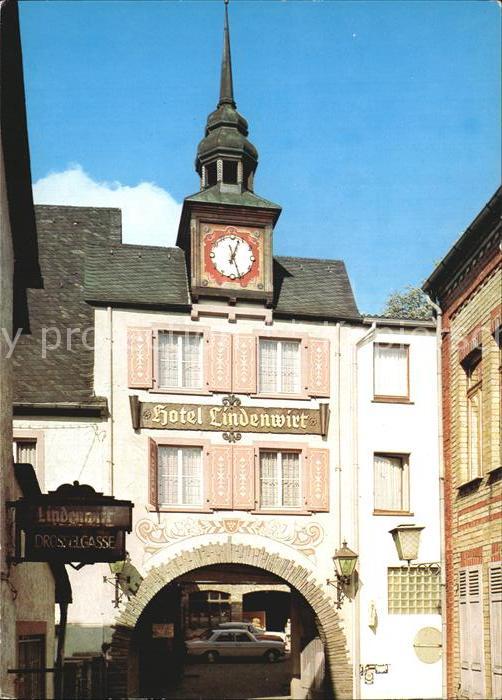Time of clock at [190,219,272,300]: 5:03
